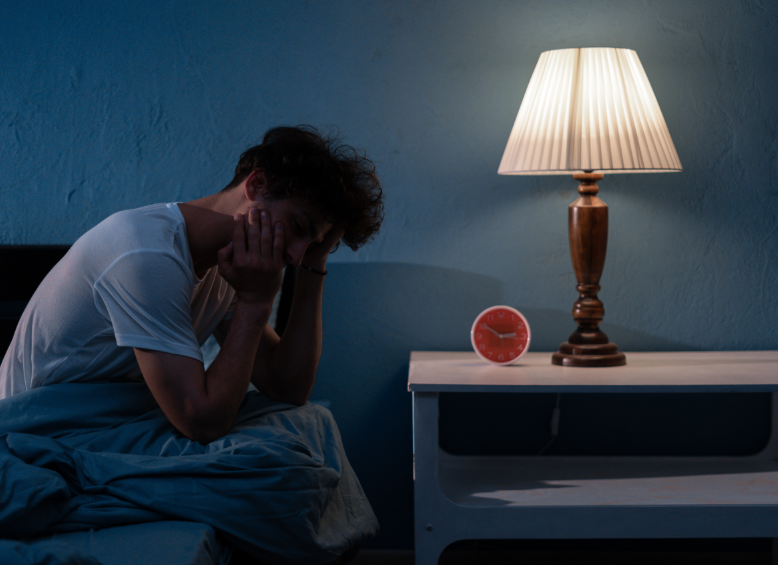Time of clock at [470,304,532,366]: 2:50
